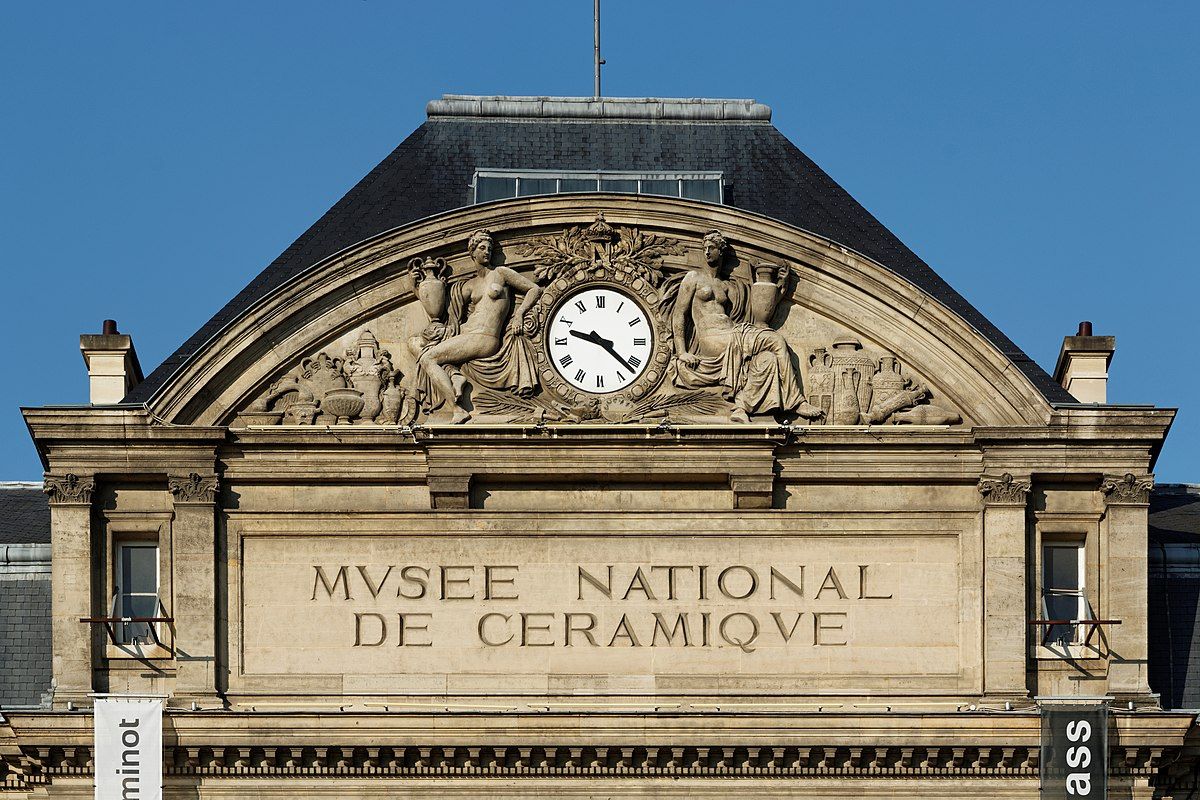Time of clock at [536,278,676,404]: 9:22
